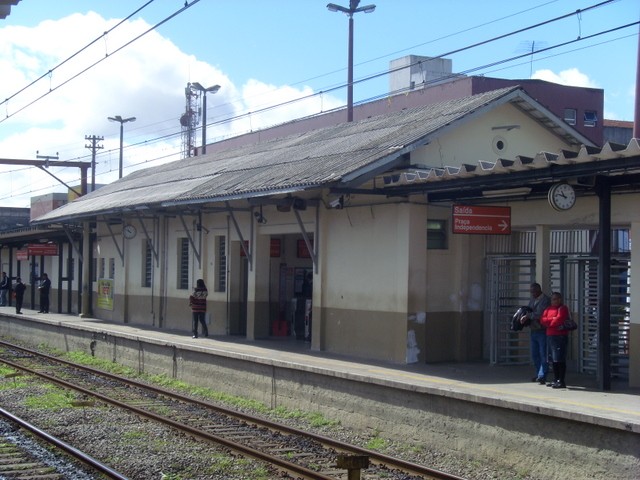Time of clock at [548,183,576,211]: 10:47
